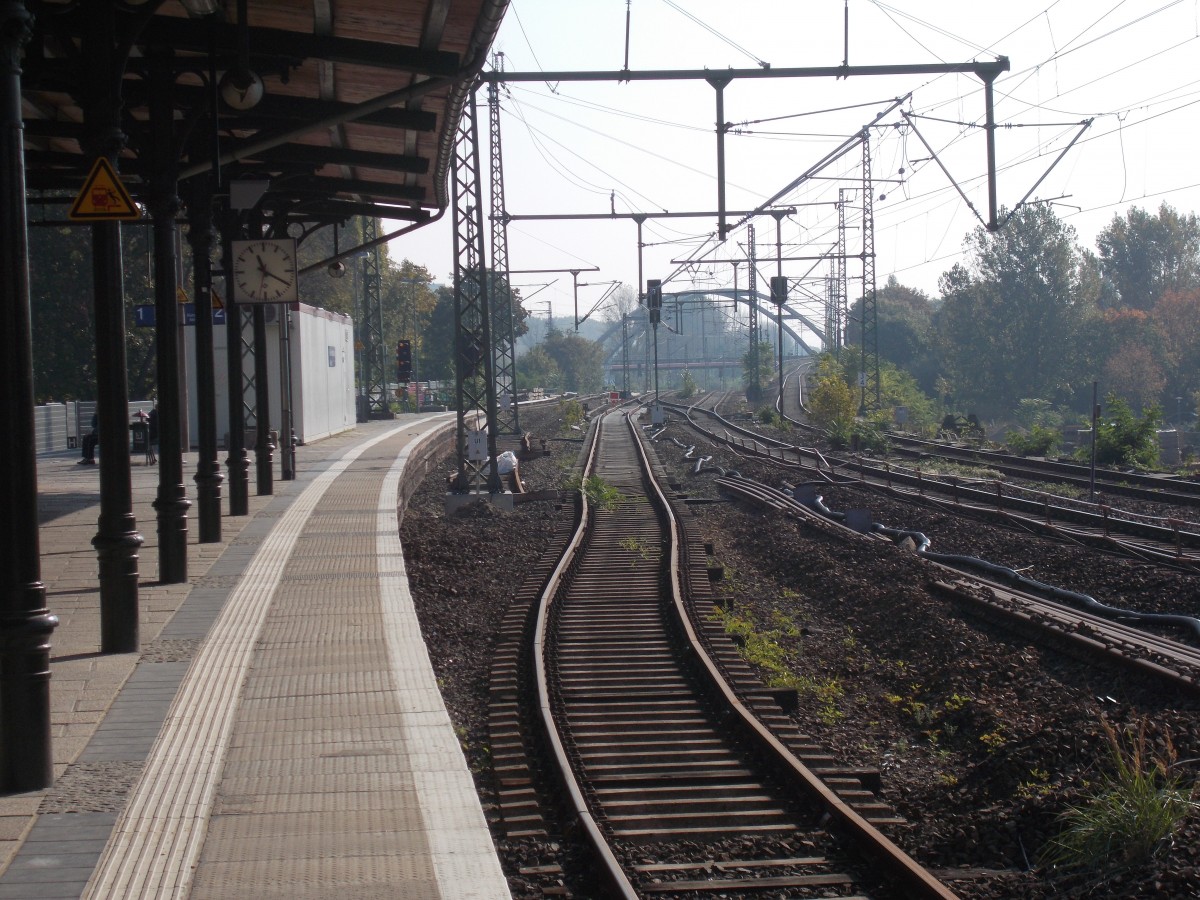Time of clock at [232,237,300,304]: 11:19
